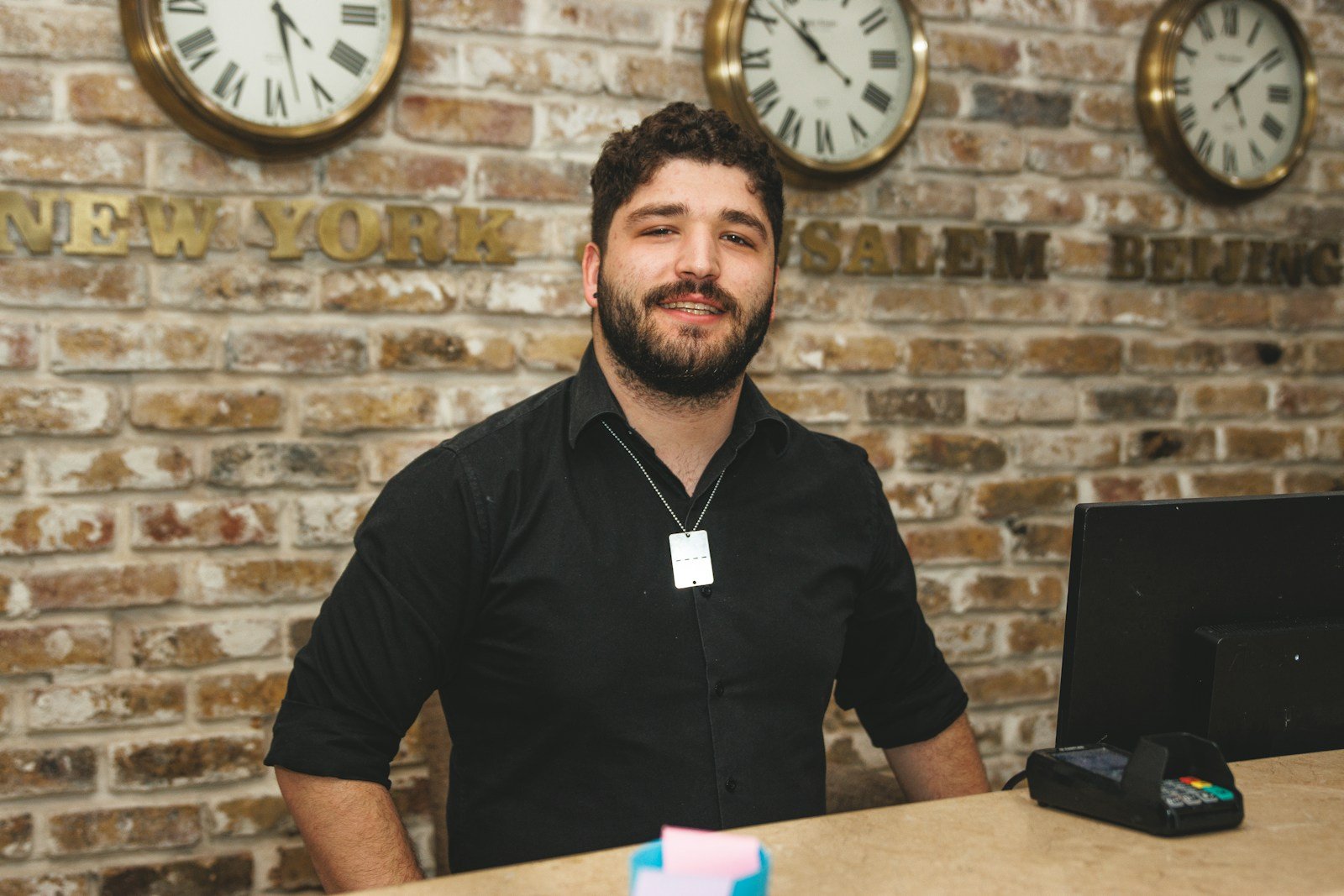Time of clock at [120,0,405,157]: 4:27
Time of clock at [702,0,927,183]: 10:52
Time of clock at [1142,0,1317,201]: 5:08
